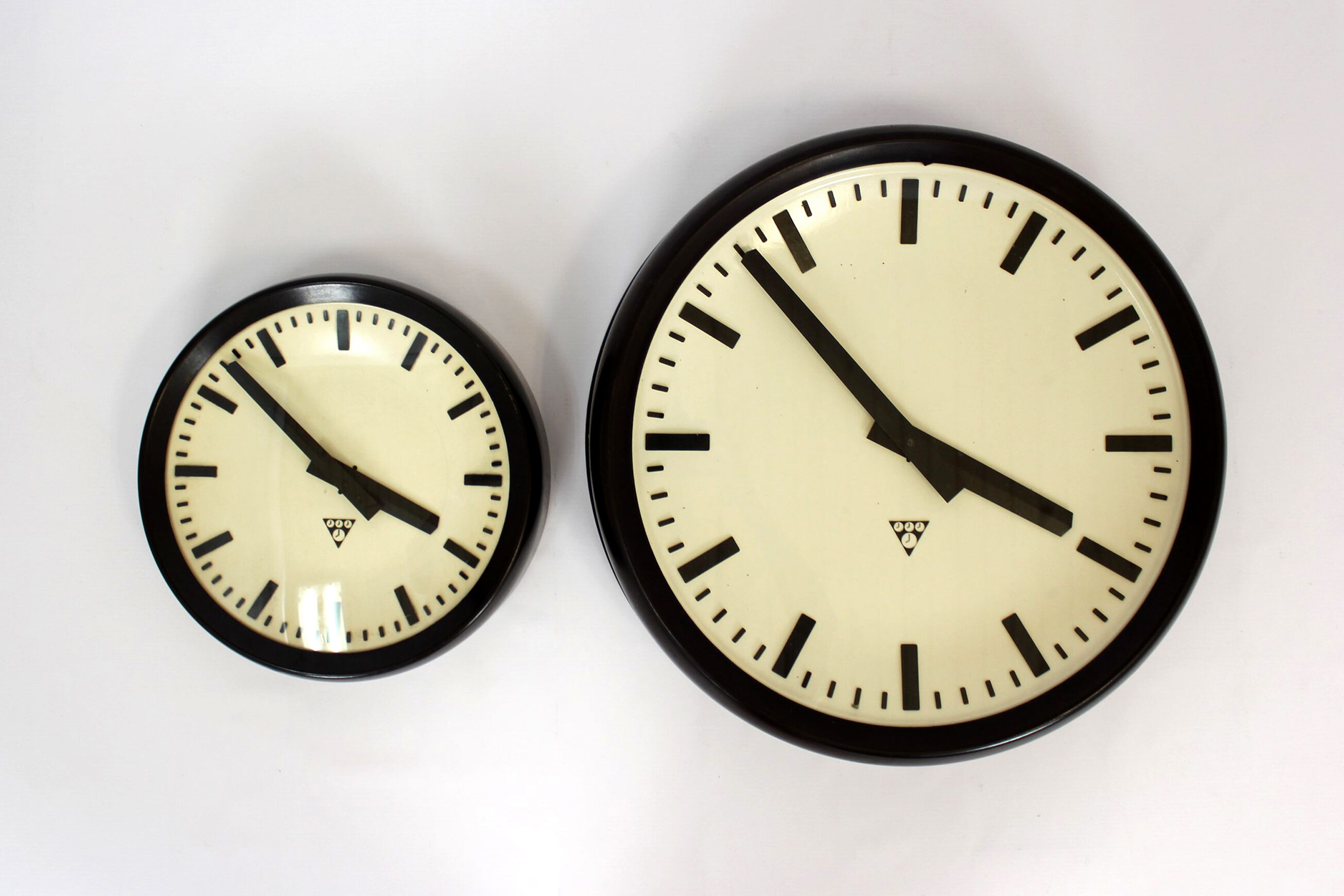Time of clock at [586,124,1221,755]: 3:53
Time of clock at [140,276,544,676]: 3:52
